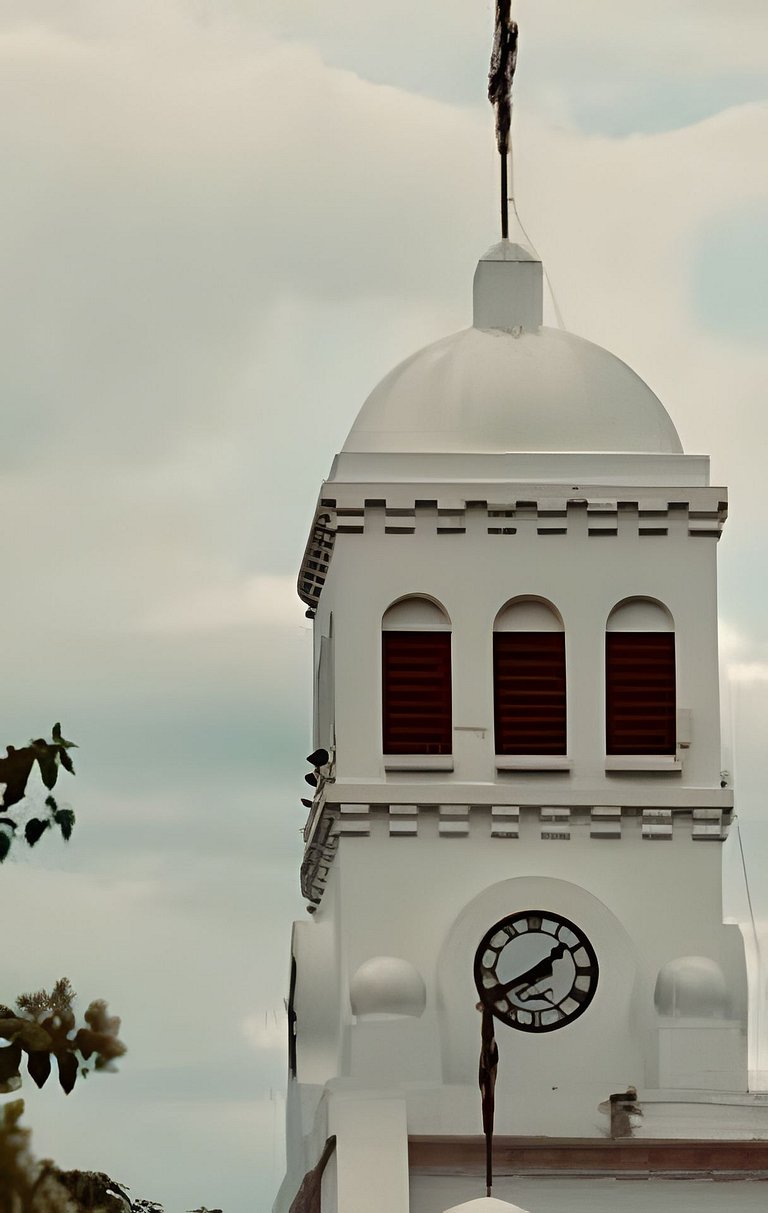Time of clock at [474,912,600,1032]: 1:40
